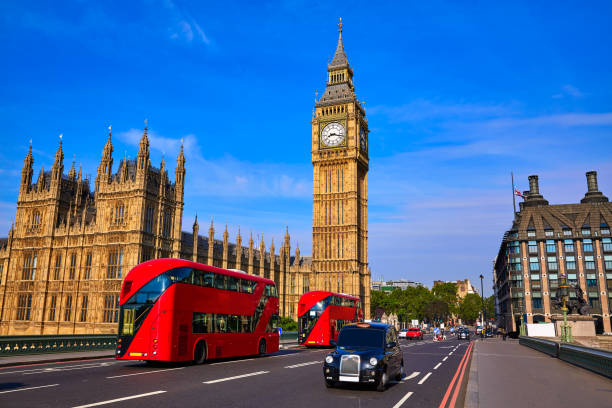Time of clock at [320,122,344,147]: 8:17
